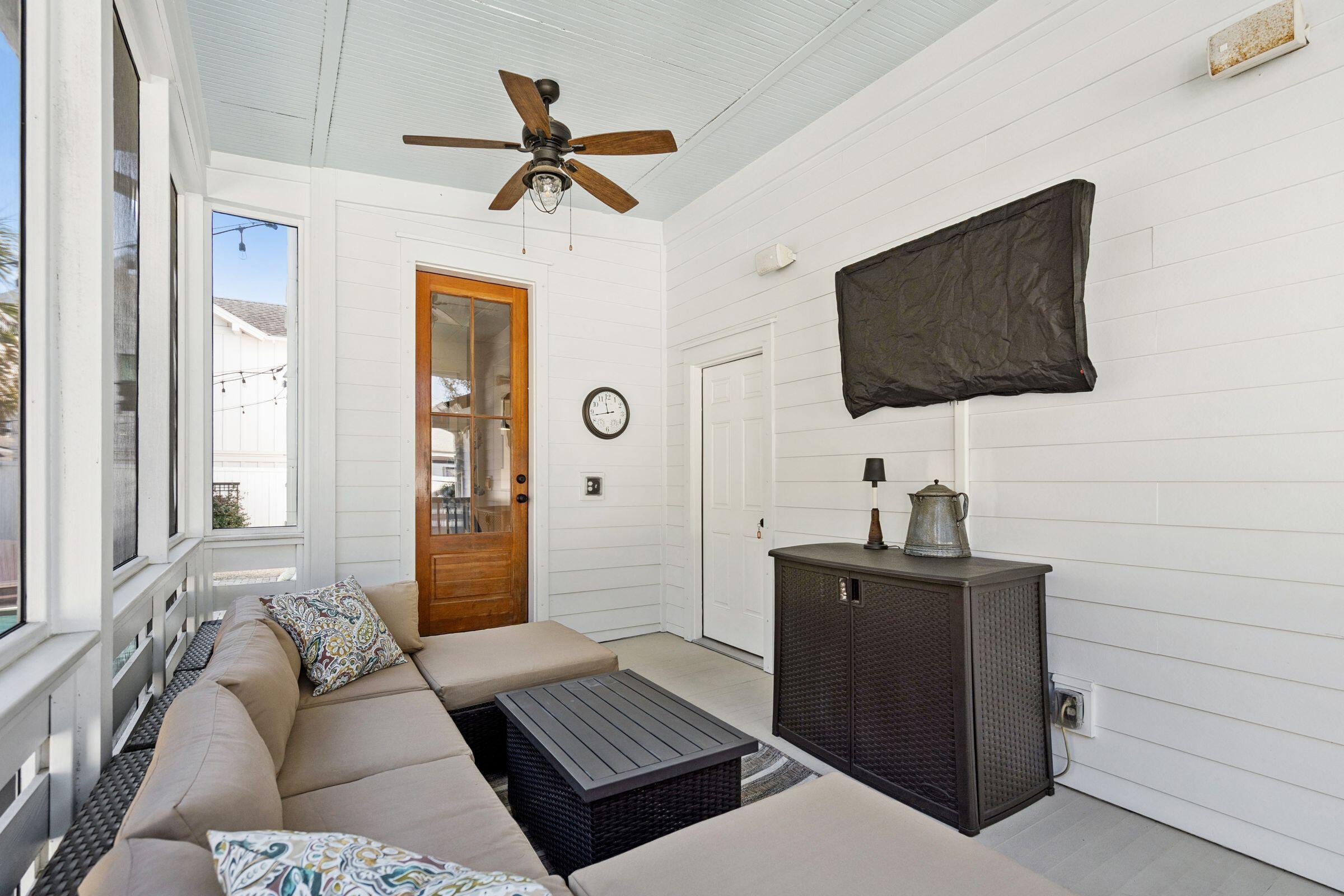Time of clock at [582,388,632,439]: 11:42
